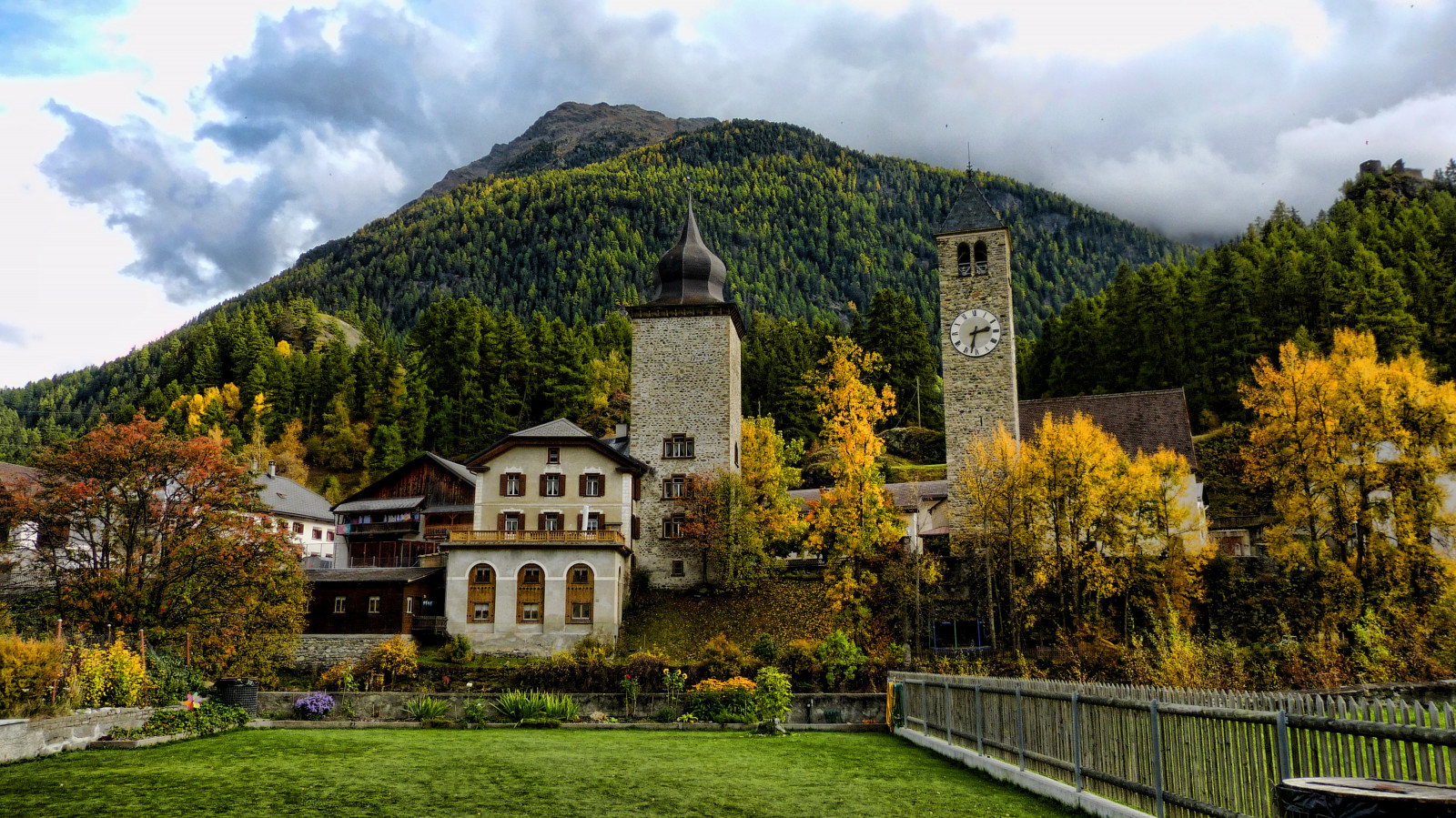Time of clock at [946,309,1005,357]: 2:32
